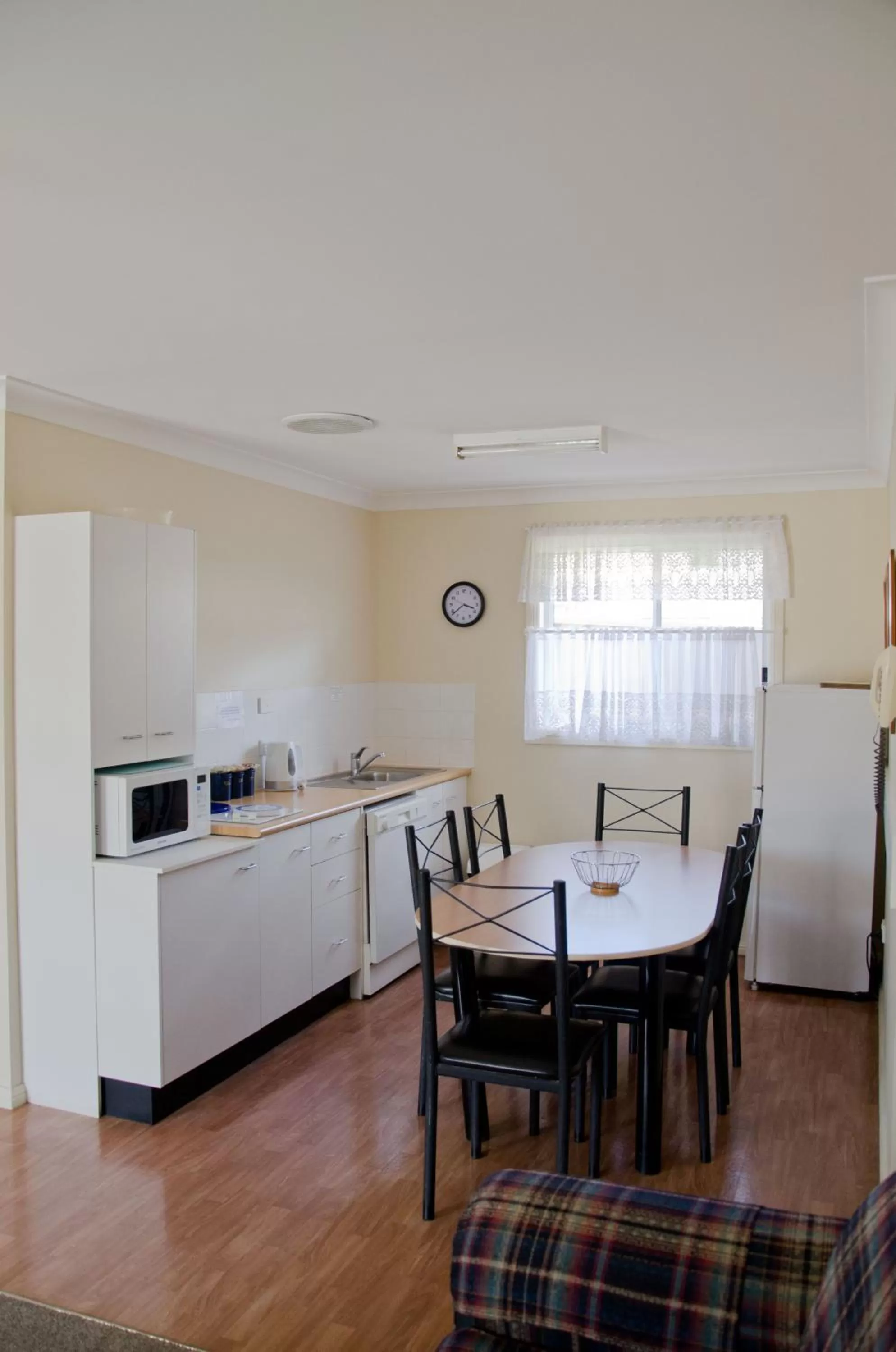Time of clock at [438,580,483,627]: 3:38
